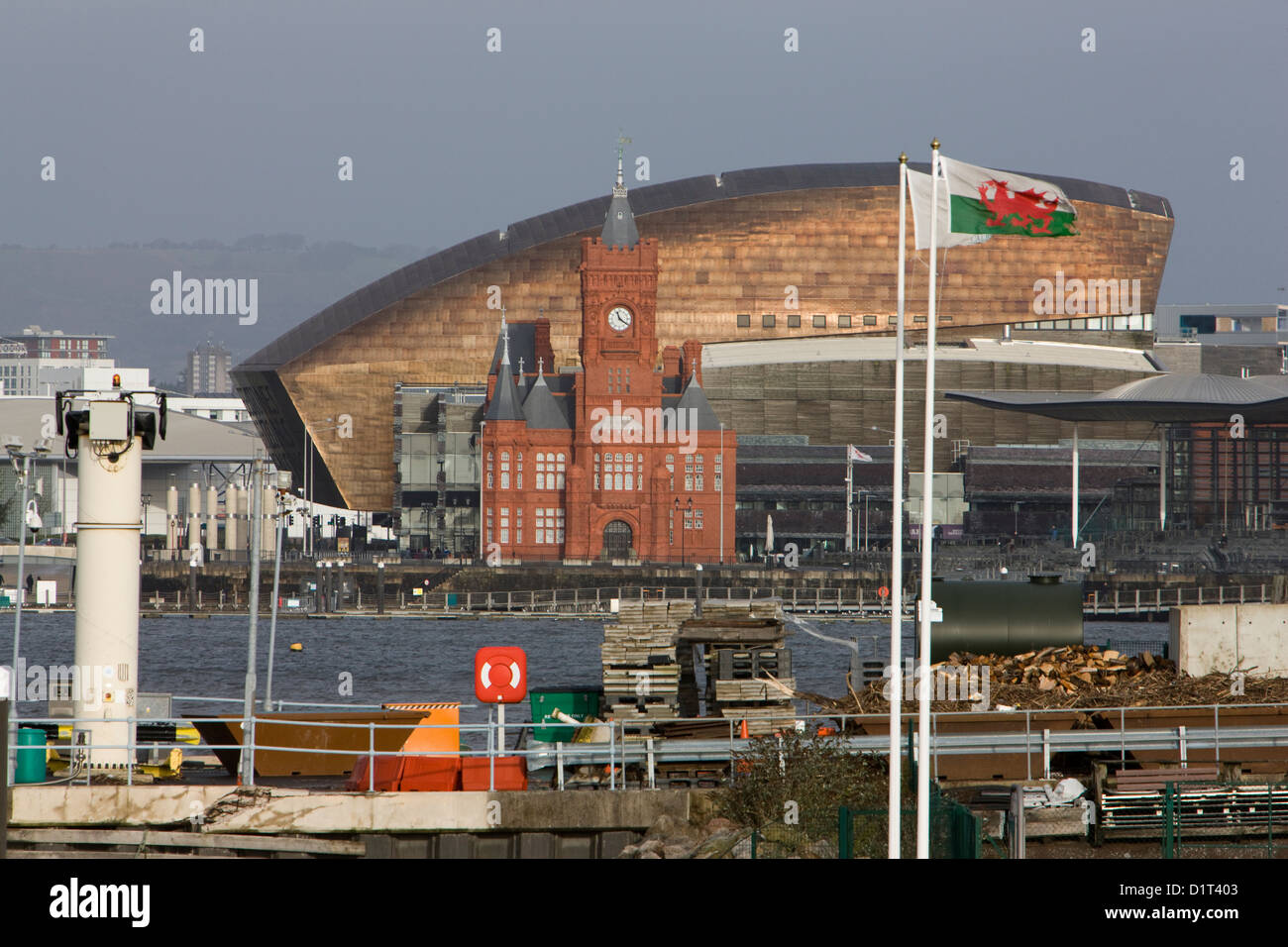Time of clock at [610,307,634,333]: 11:21
